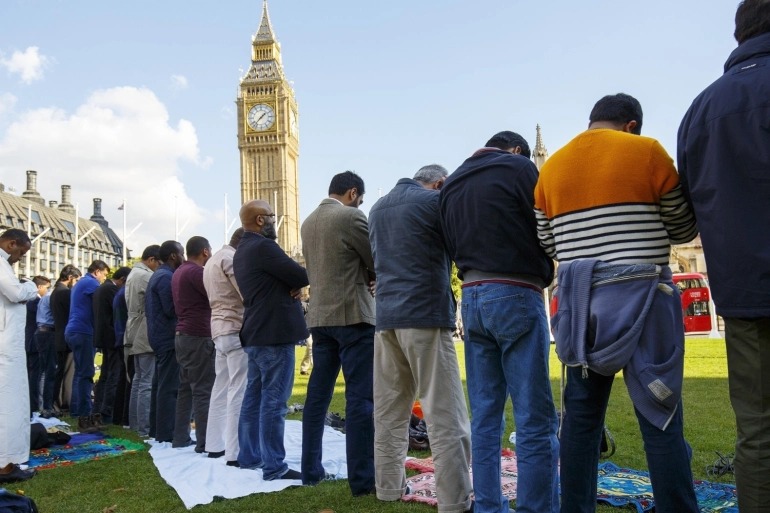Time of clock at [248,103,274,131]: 1:37
